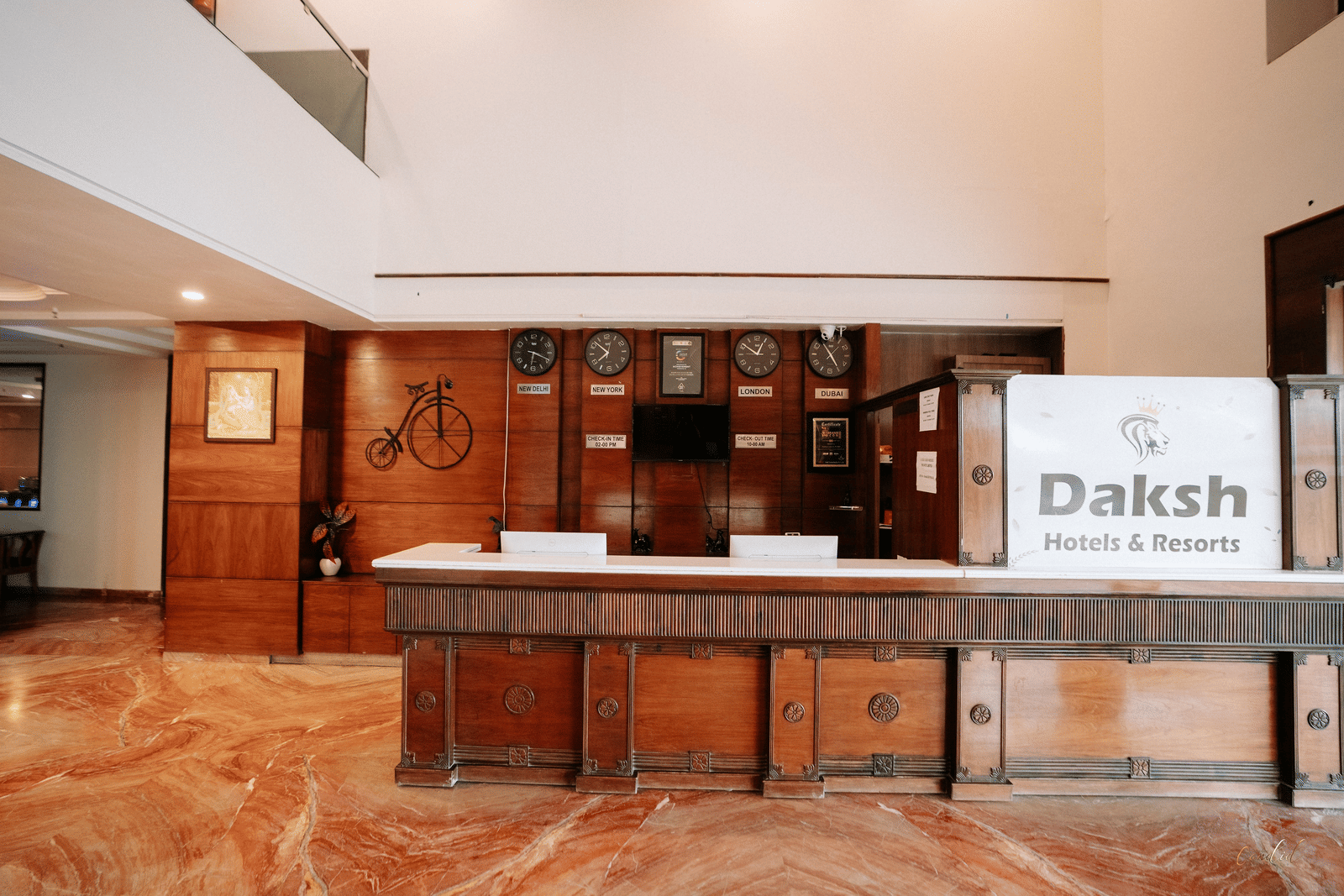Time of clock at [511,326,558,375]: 6:18
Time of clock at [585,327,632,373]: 7:52
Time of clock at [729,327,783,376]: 12:51
